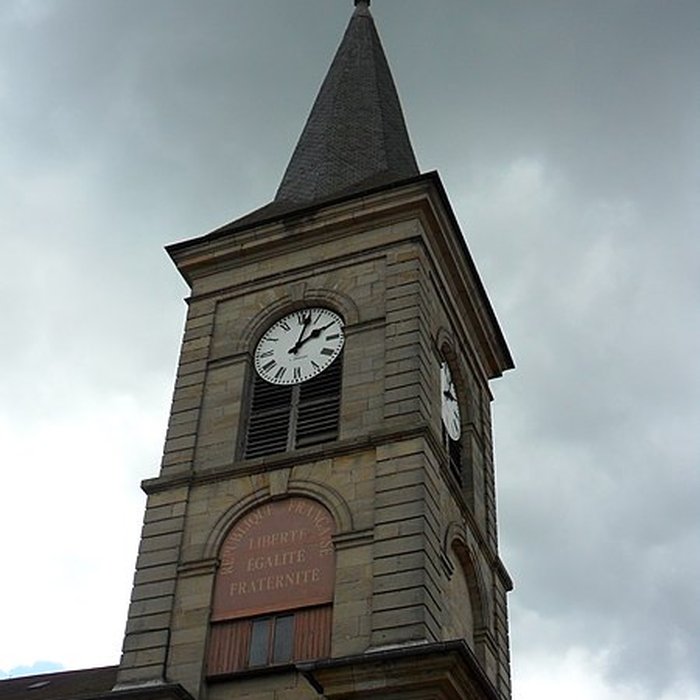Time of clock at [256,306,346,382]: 2:02
